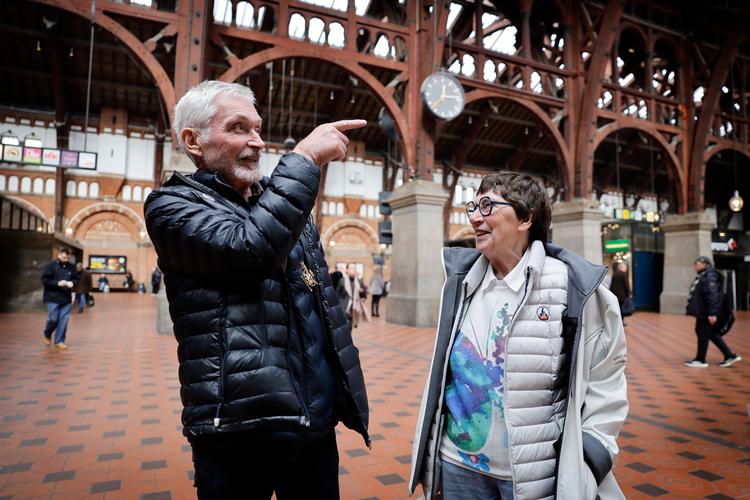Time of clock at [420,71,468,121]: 12:14
